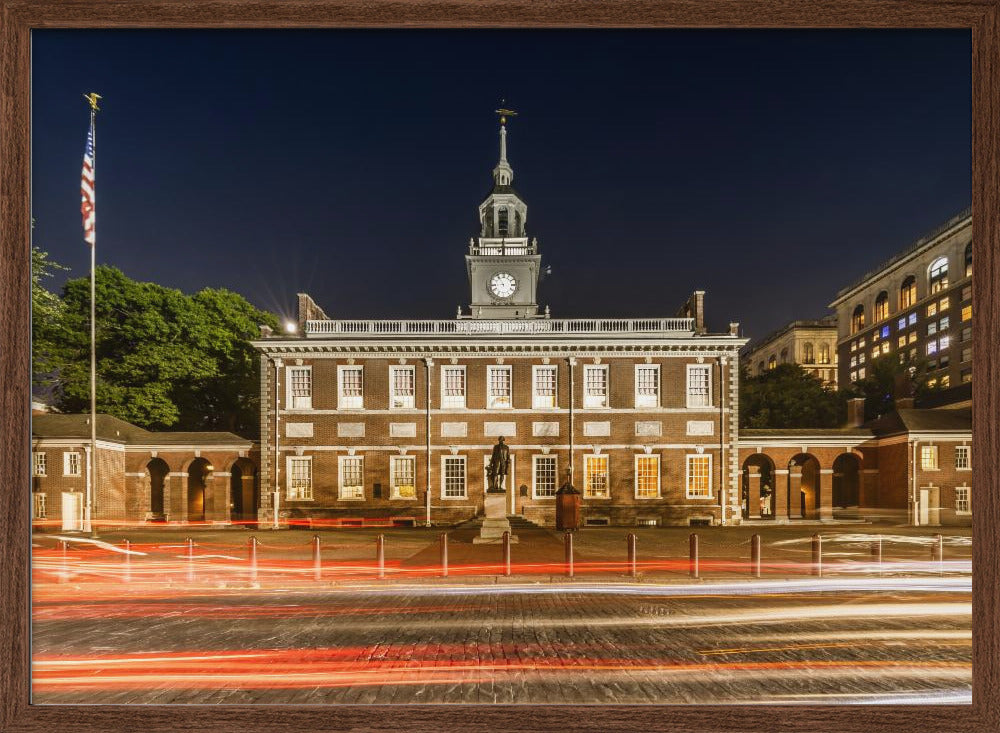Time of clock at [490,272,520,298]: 8:54
